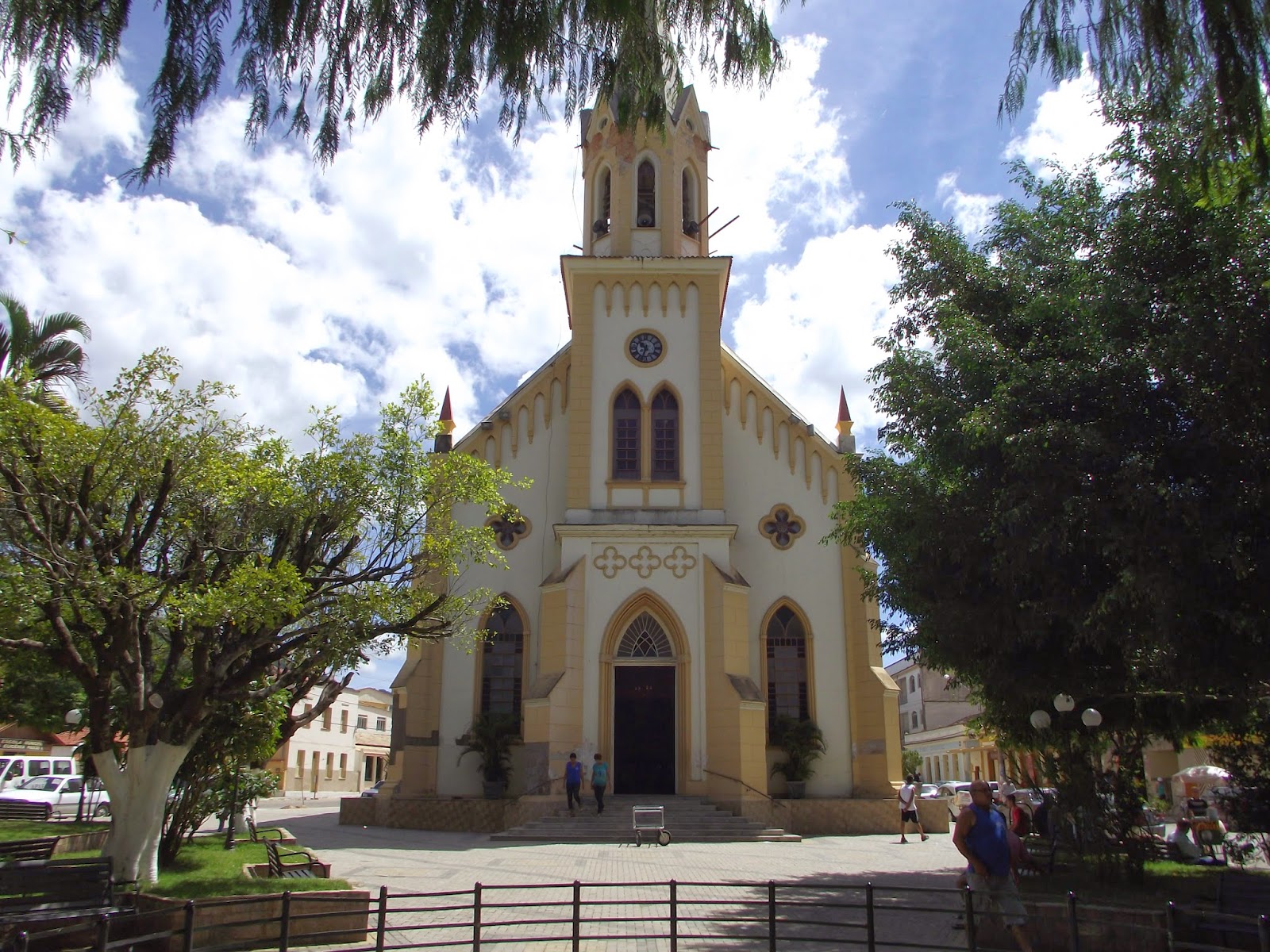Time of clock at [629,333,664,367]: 10:33
